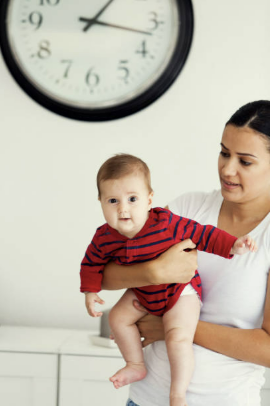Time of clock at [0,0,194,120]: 1:17
